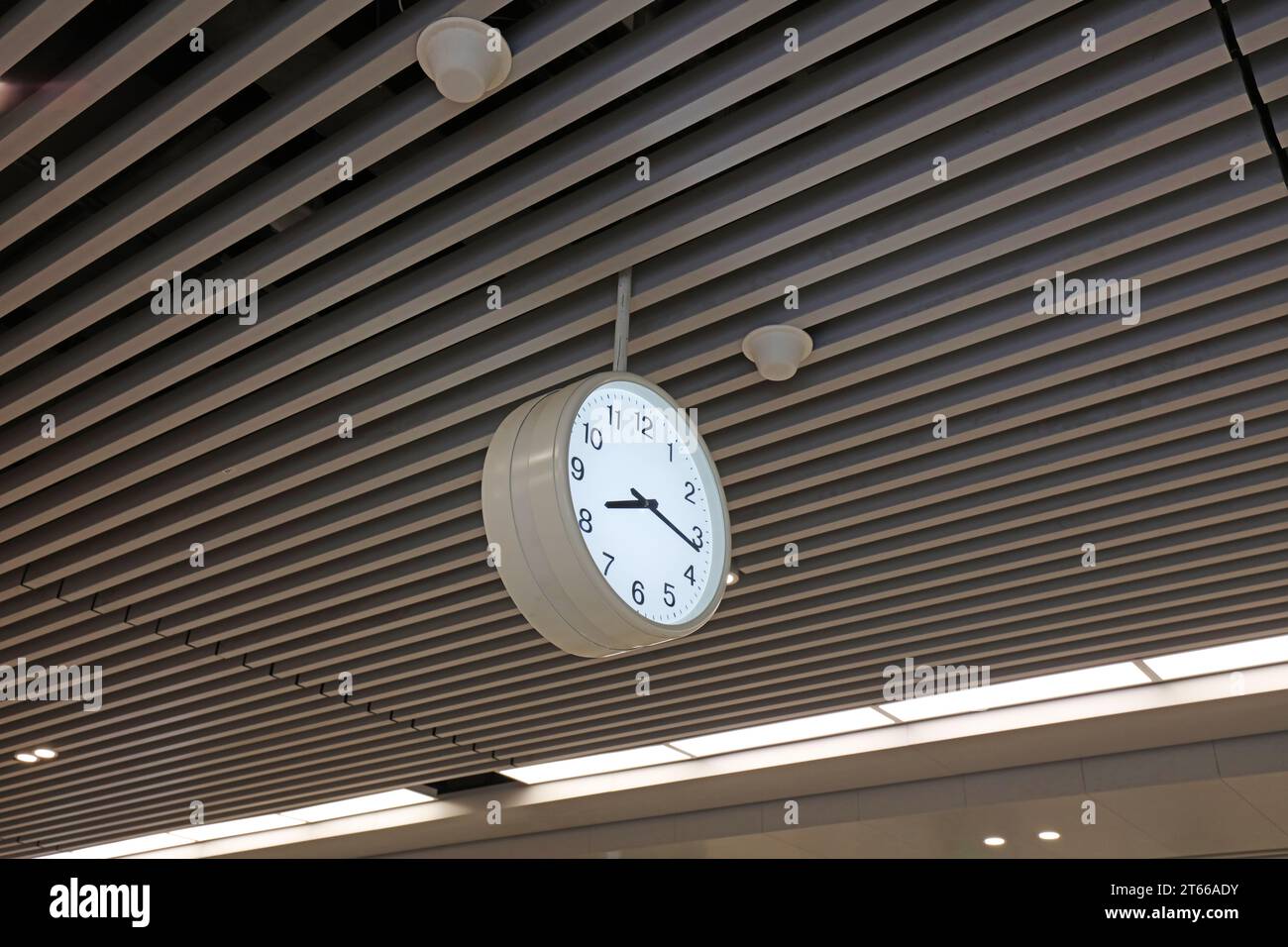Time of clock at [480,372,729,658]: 8:16
